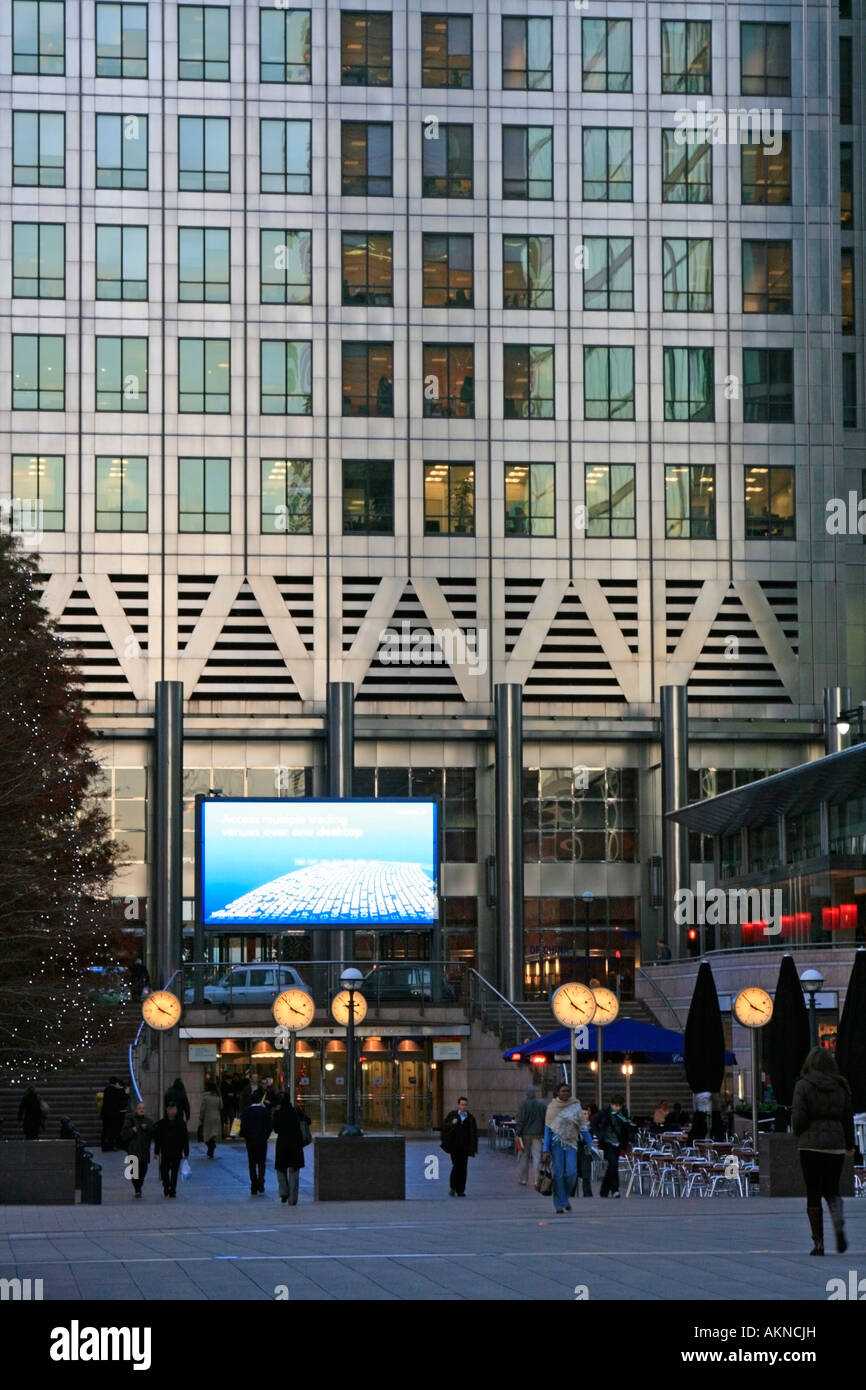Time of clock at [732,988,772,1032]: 3:53
